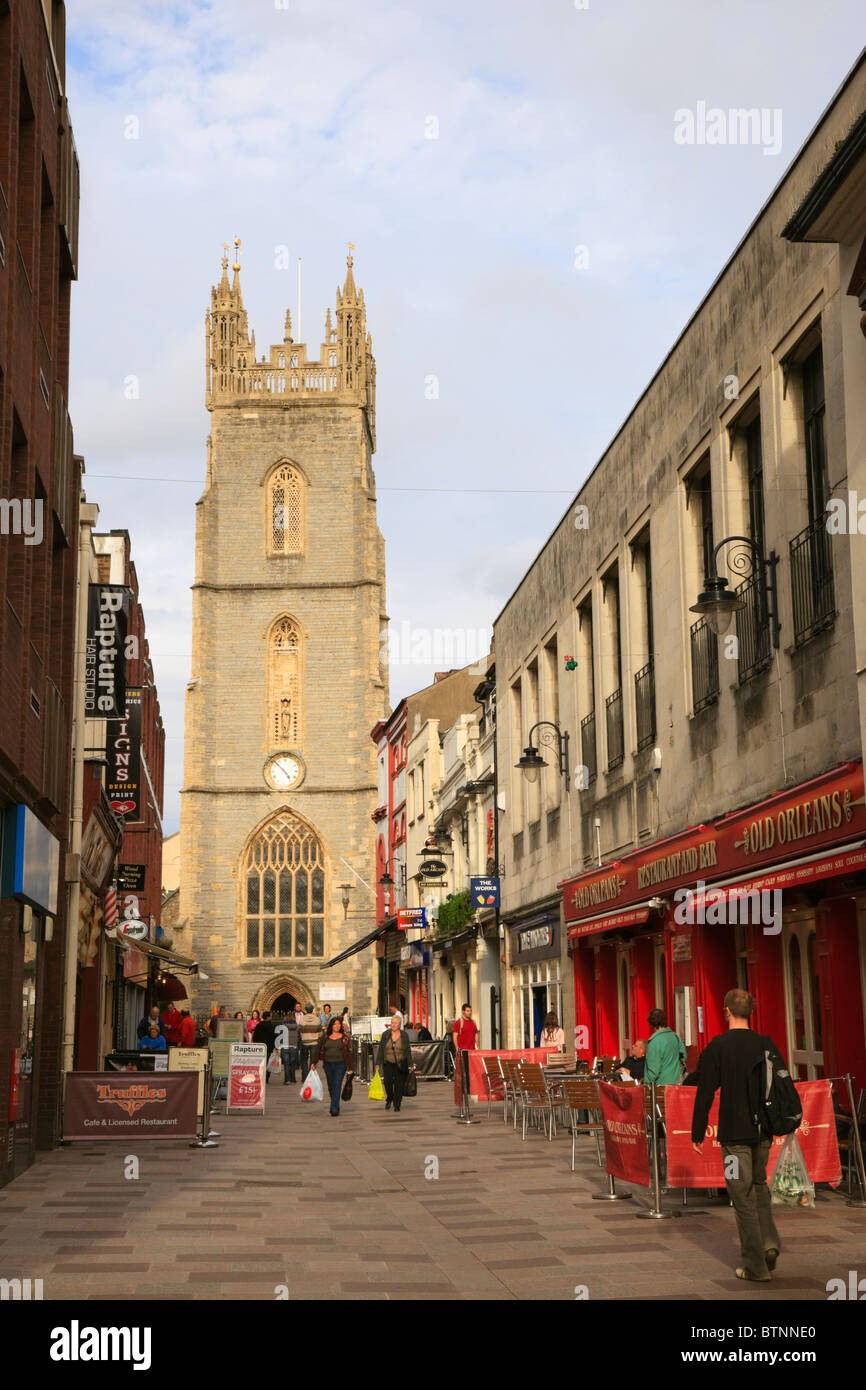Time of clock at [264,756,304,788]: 4:52
